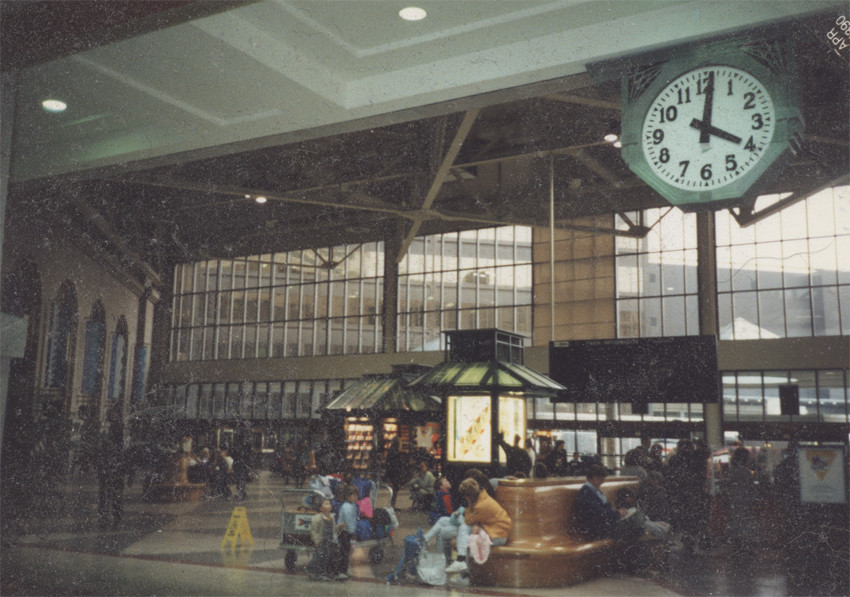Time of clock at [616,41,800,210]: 4:01
